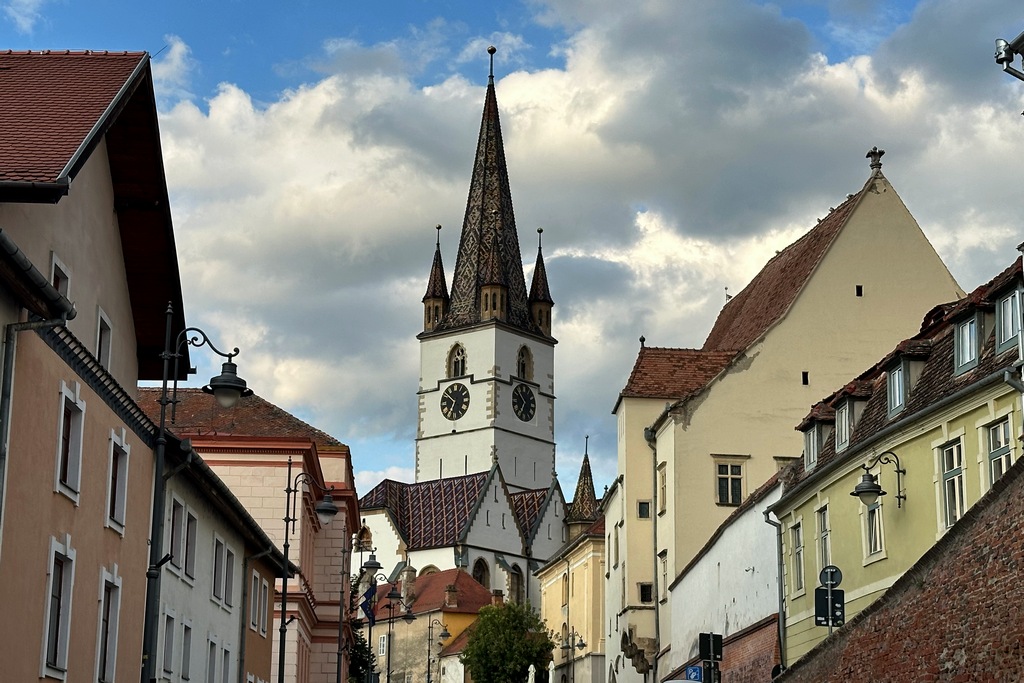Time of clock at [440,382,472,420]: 6:51
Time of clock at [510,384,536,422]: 10:34
